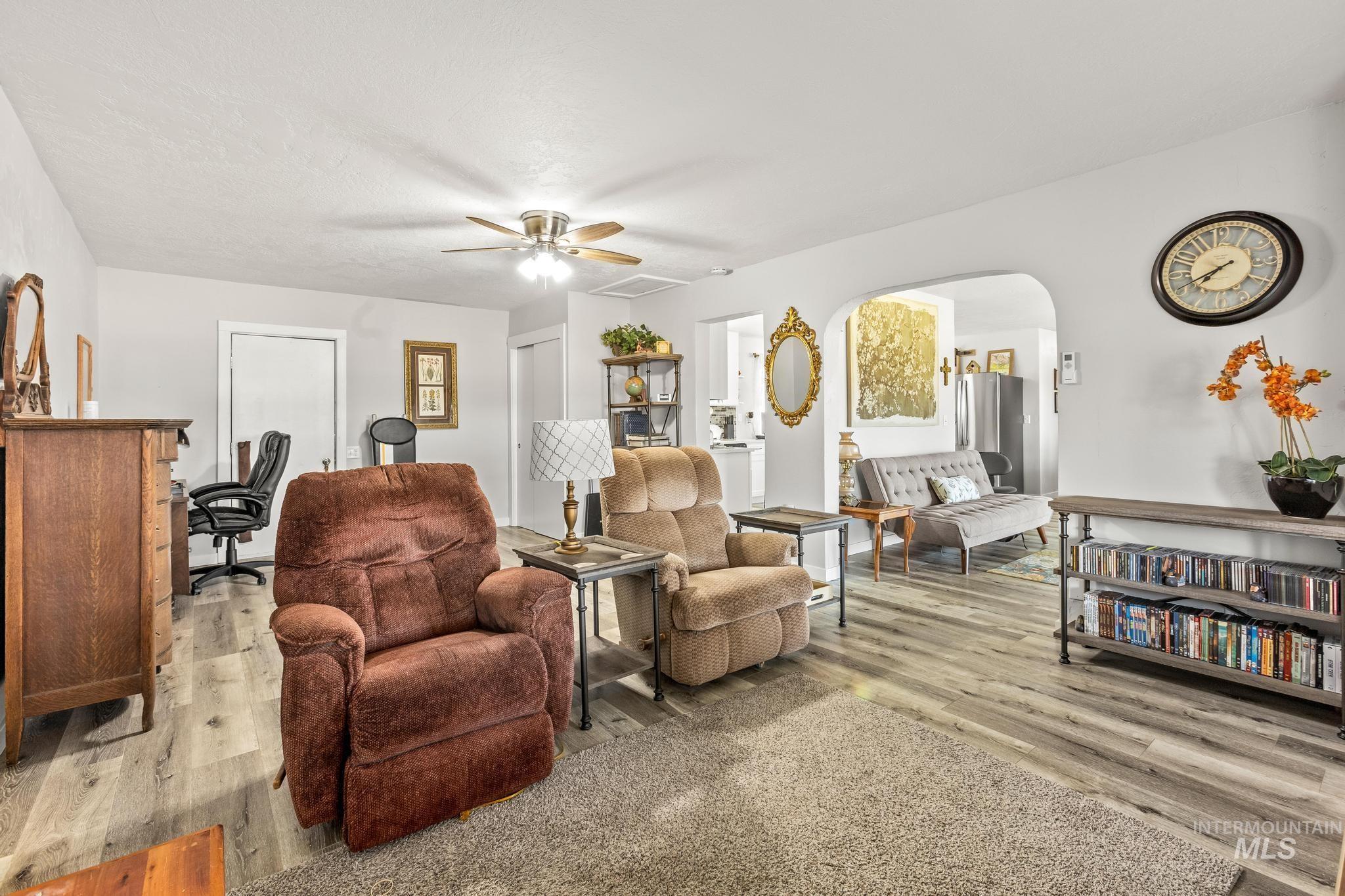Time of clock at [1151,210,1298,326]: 7:40
